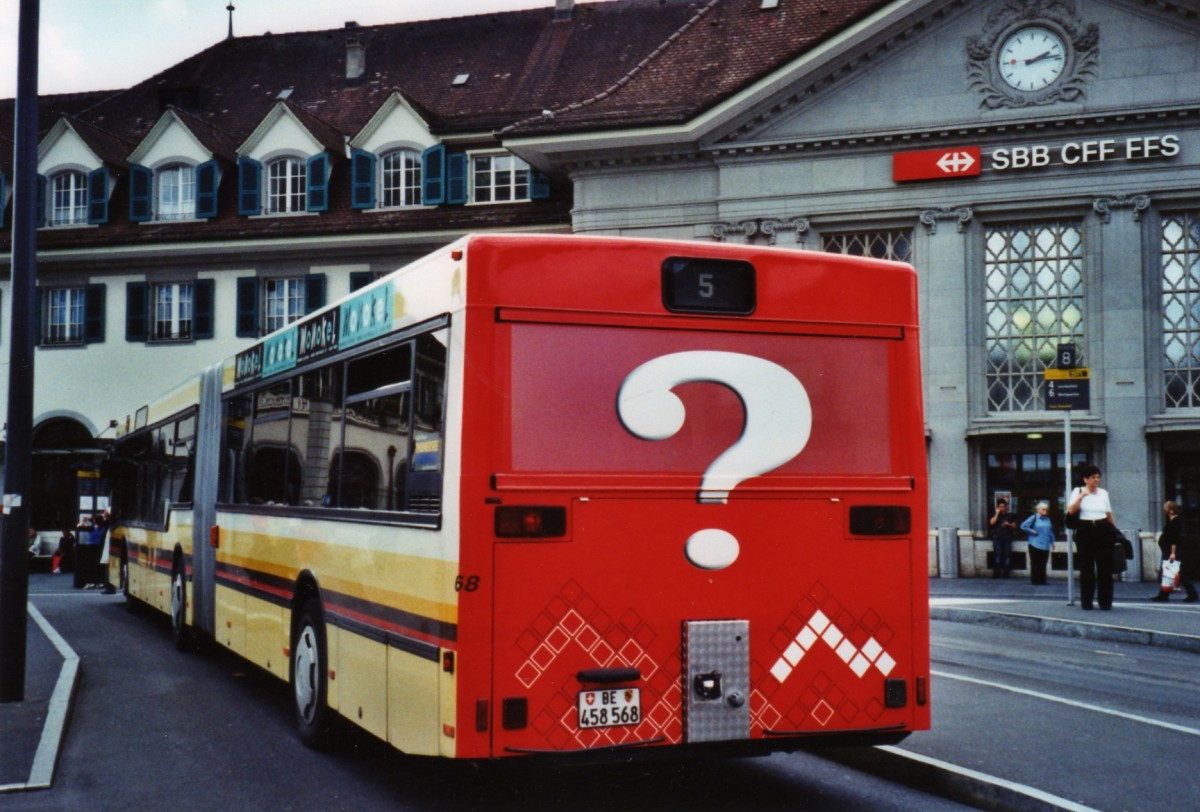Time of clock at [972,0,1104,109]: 2:14
